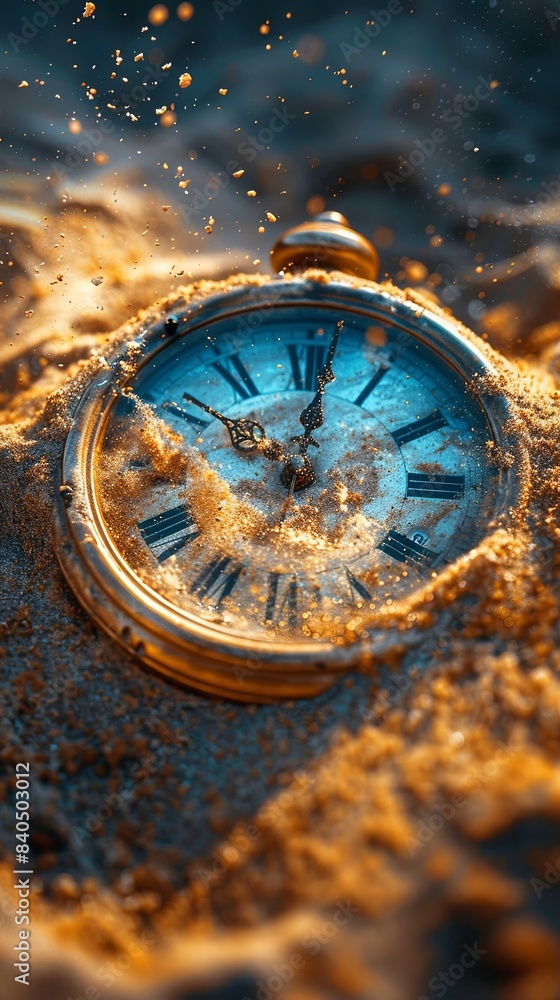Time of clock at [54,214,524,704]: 10:01
